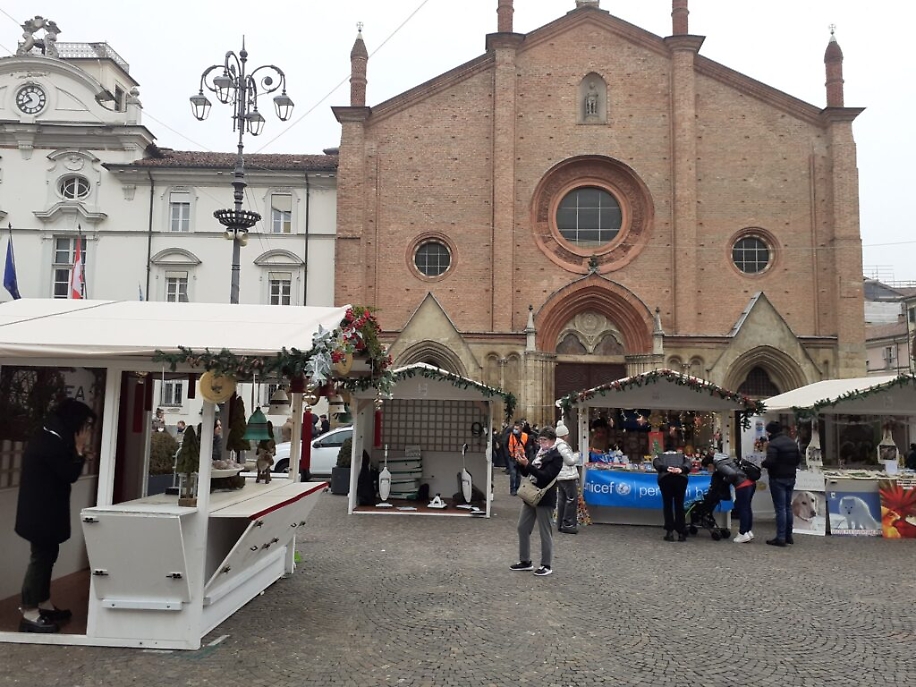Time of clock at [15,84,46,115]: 7:52
